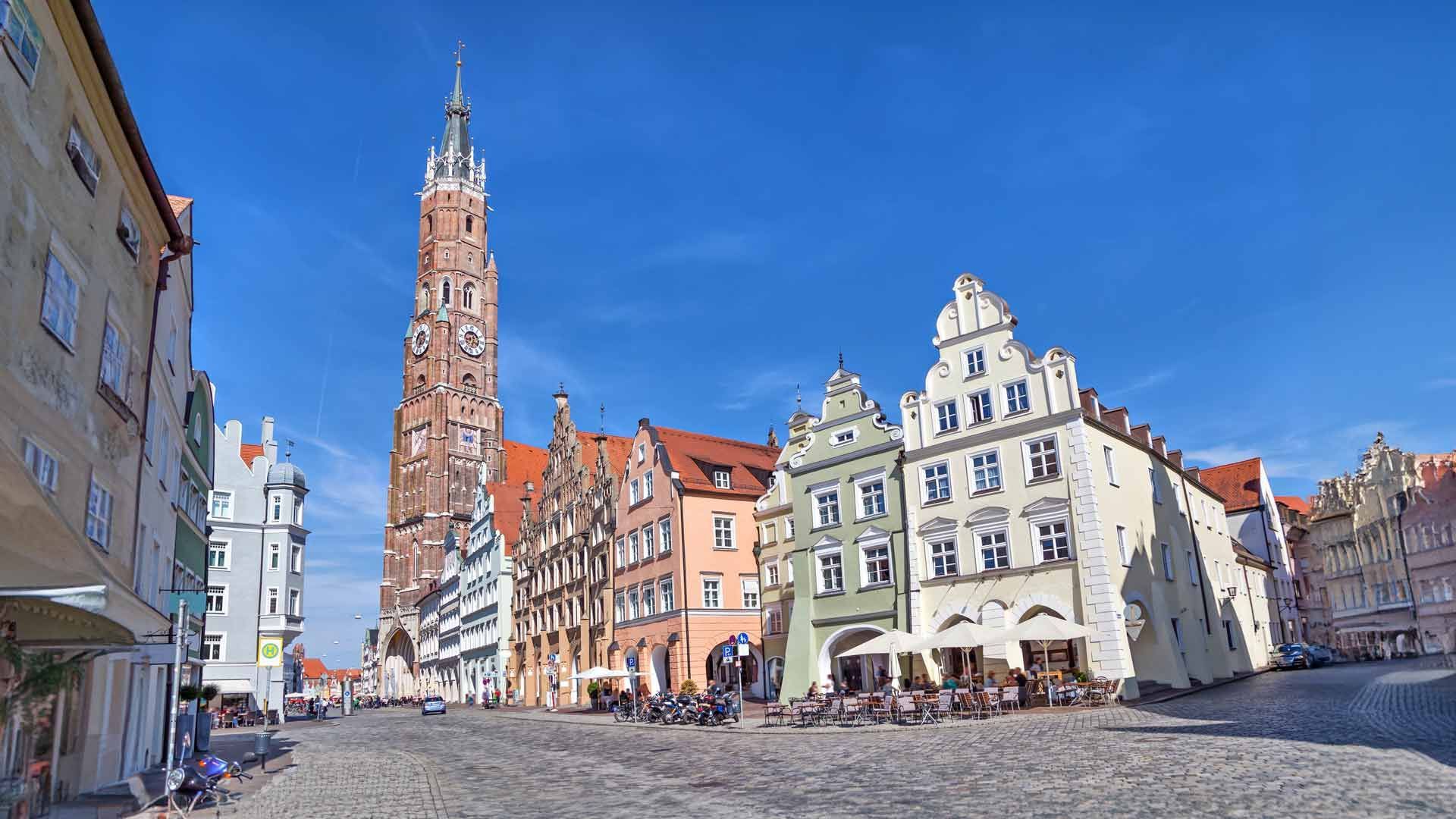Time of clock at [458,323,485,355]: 3:32
